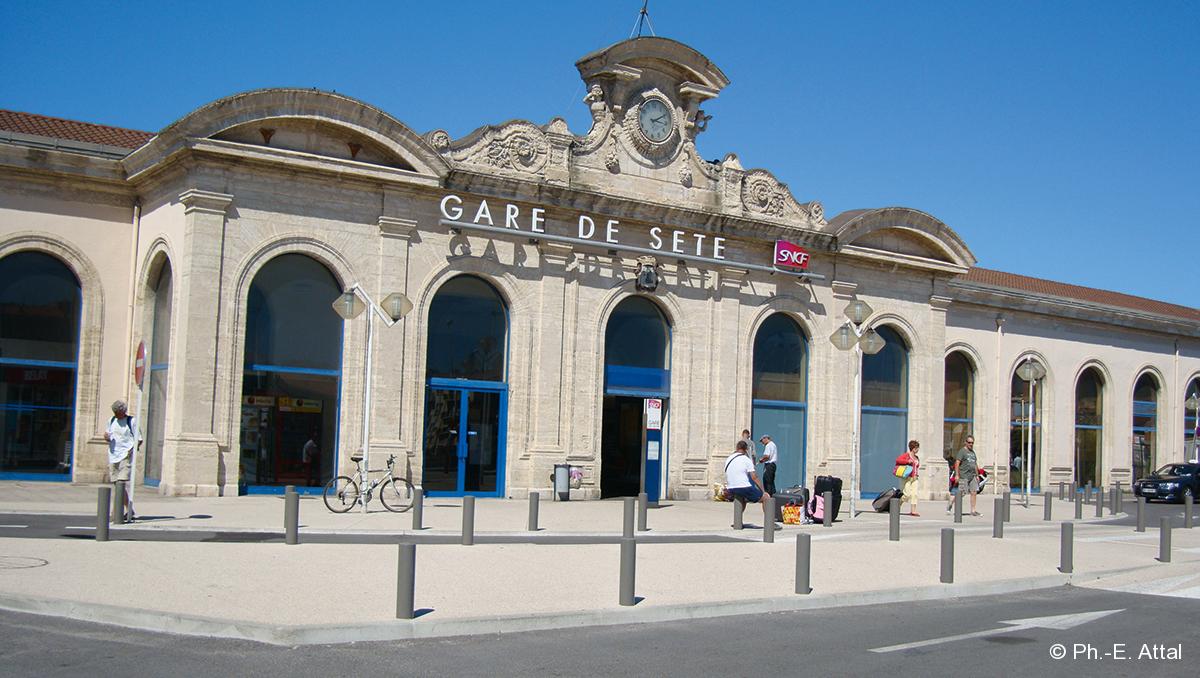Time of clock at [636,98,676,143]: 3:10
